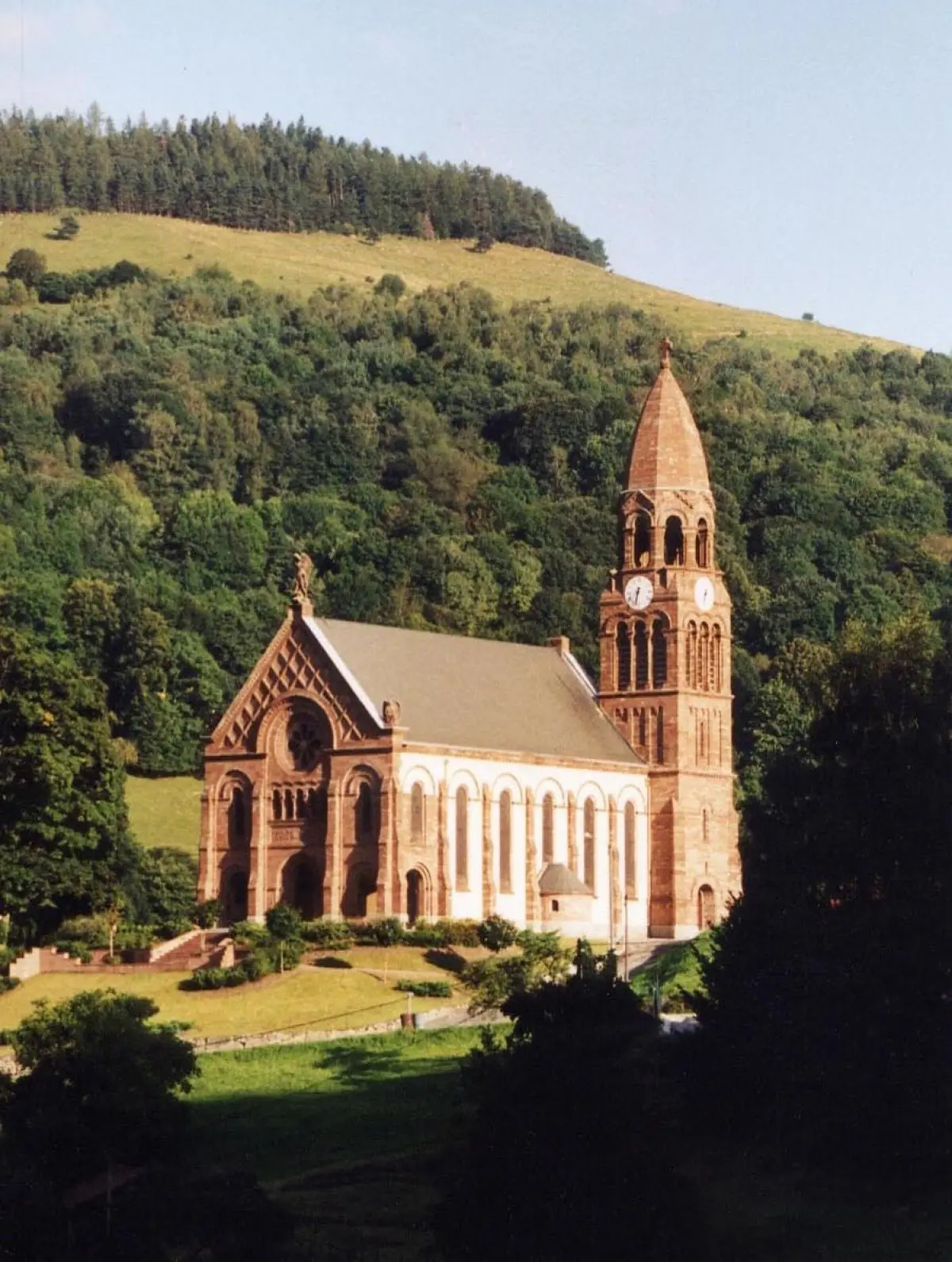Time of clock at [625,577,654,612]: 6:32
